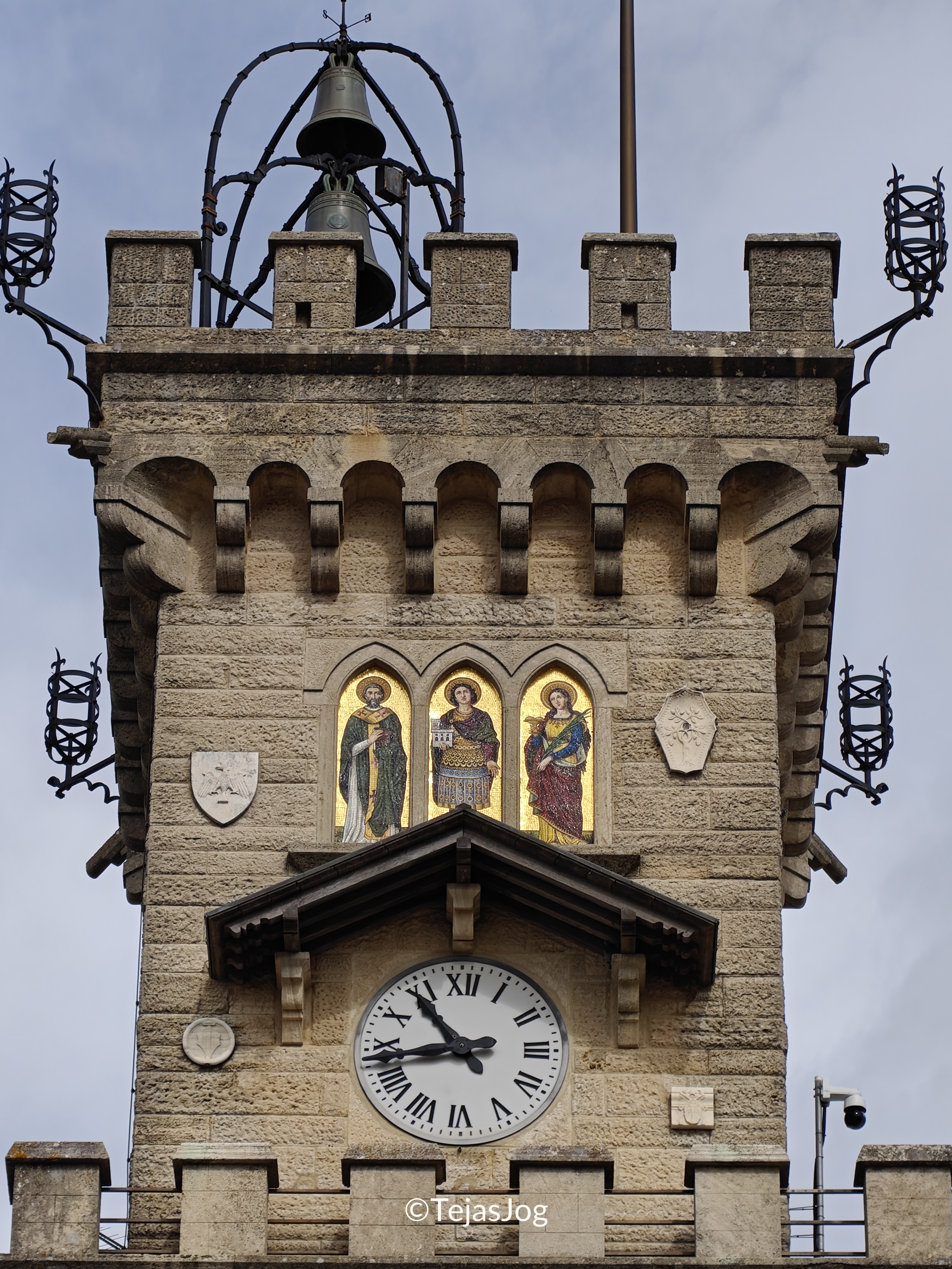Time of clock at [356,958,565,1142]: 10:43
